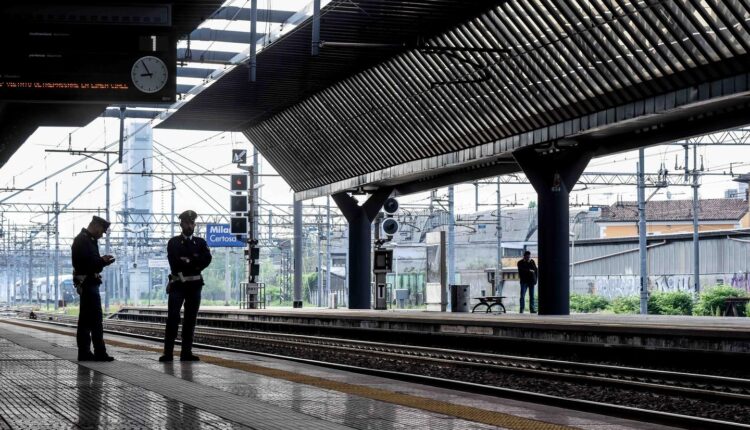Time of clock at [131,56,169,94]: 8:54
